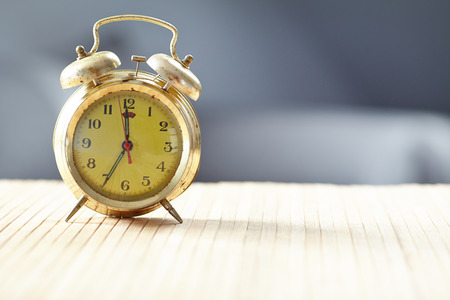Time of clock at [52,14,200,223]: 6:59
